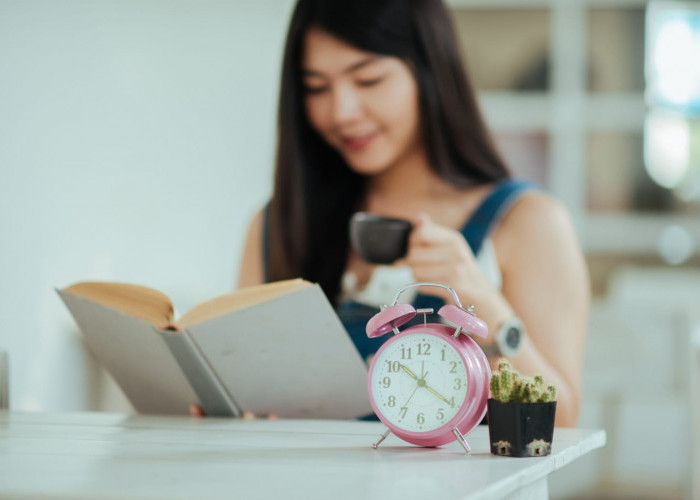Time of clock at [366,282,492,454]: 10:21
